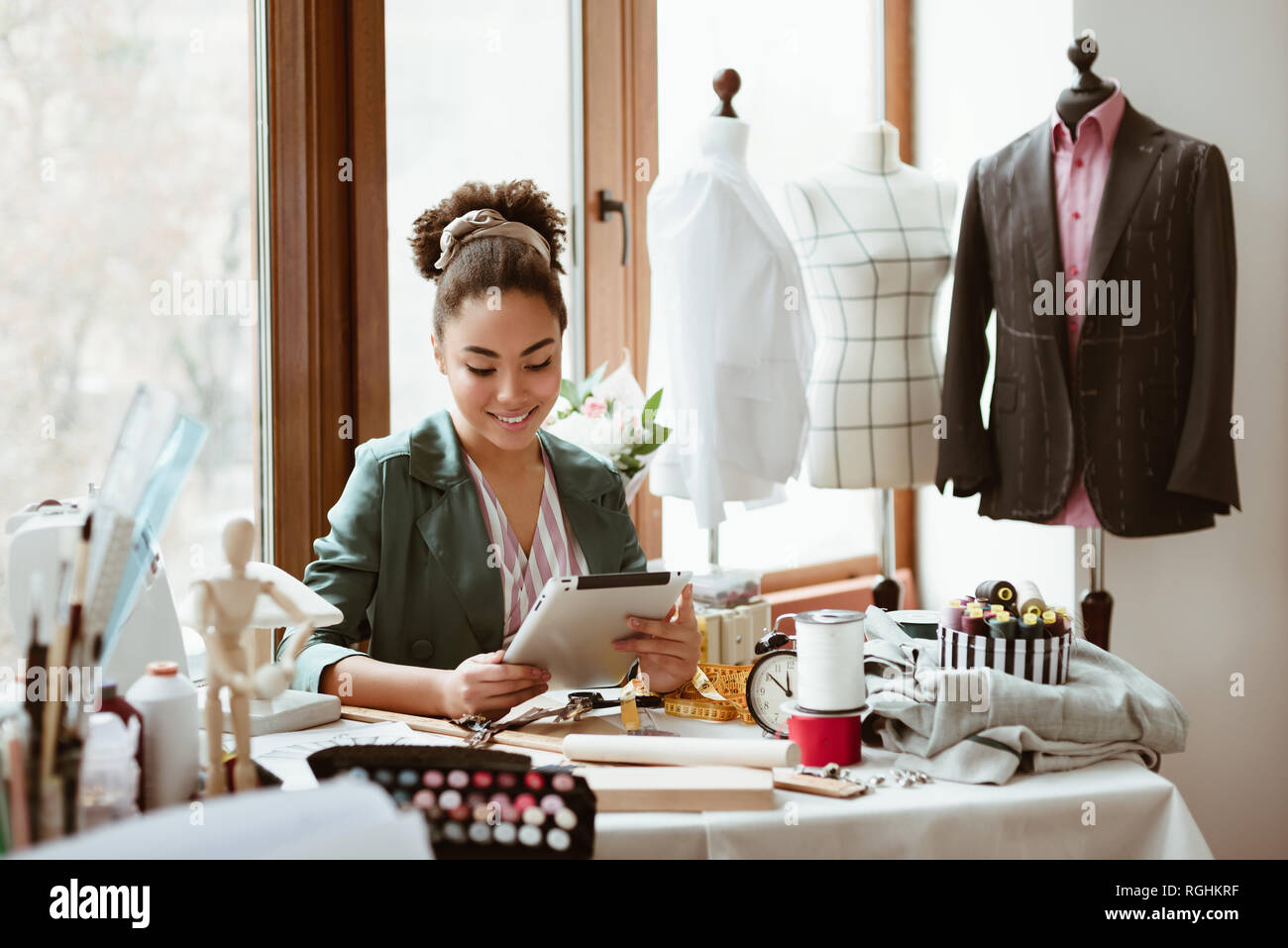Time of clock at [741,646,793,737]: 11:51
